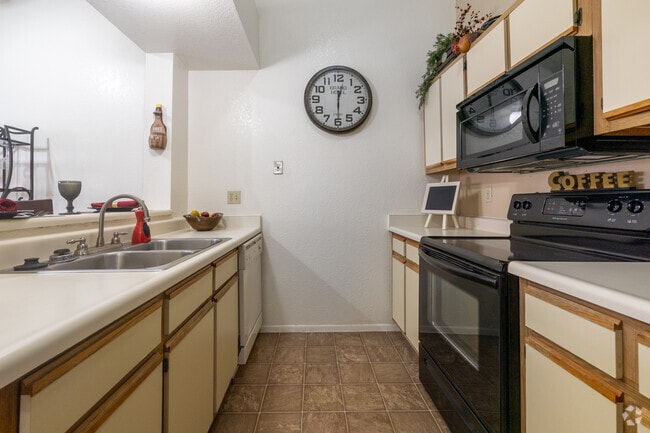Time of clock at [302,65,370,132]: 12:29
